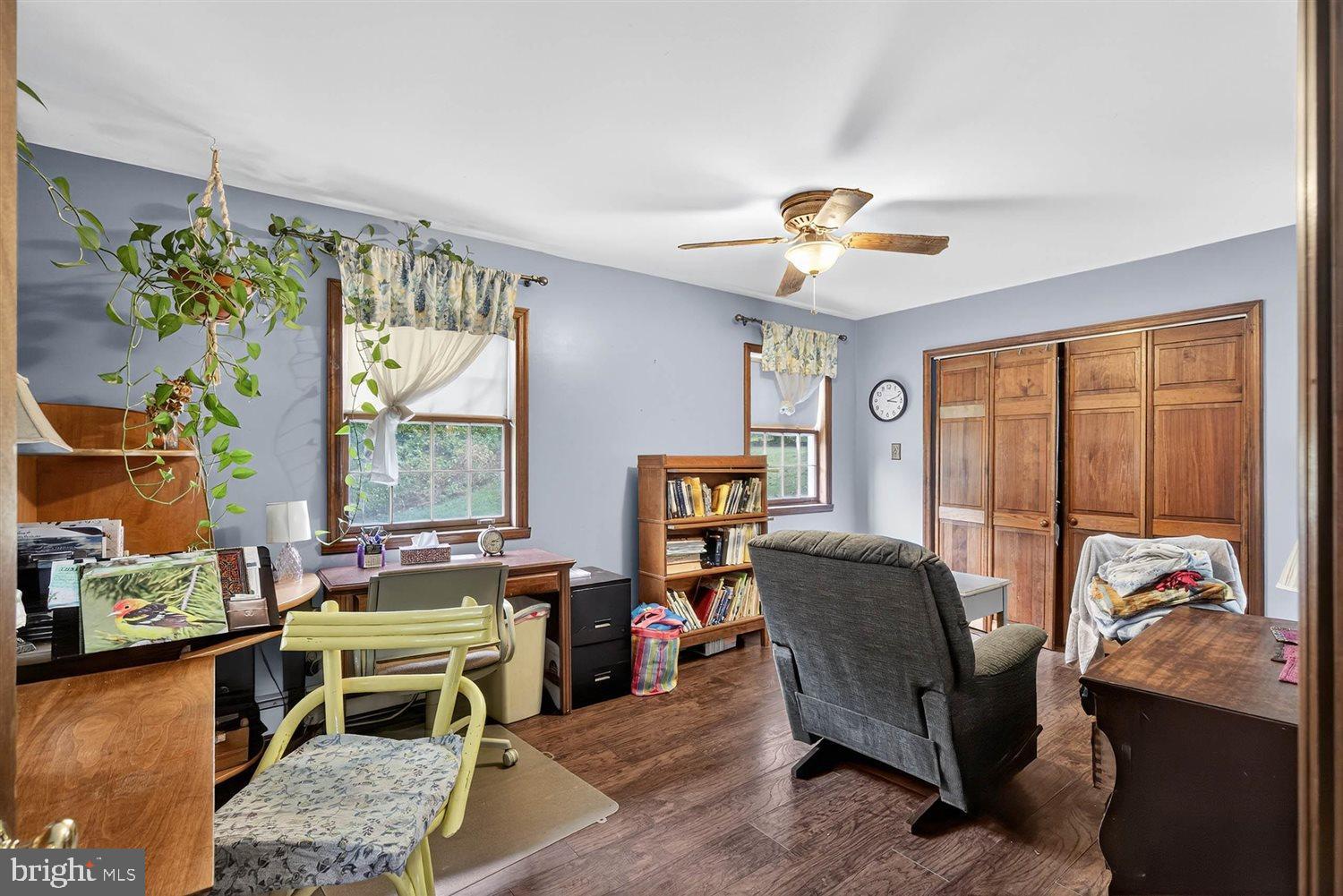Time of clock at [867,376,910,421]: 3:11
